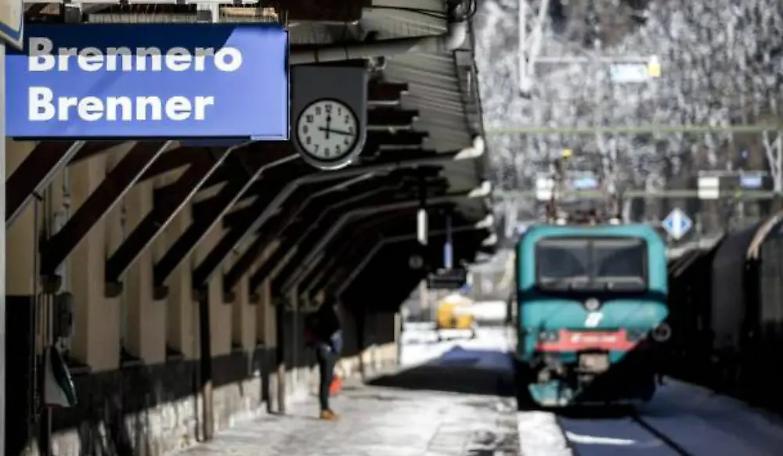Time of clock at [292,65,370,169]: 12:16
